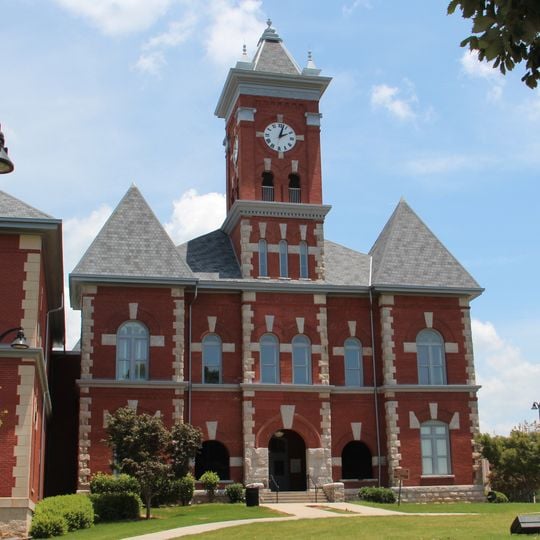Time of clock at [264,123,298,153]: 2:02
